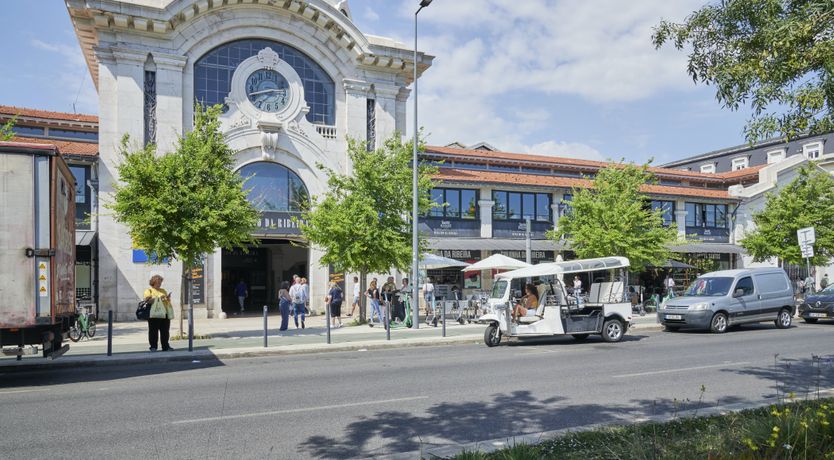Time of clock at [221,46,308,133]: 2:41
